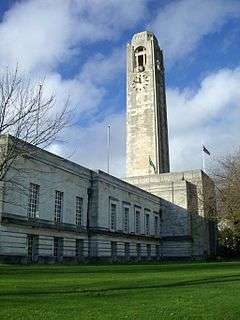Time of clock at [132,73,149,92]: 11:46
